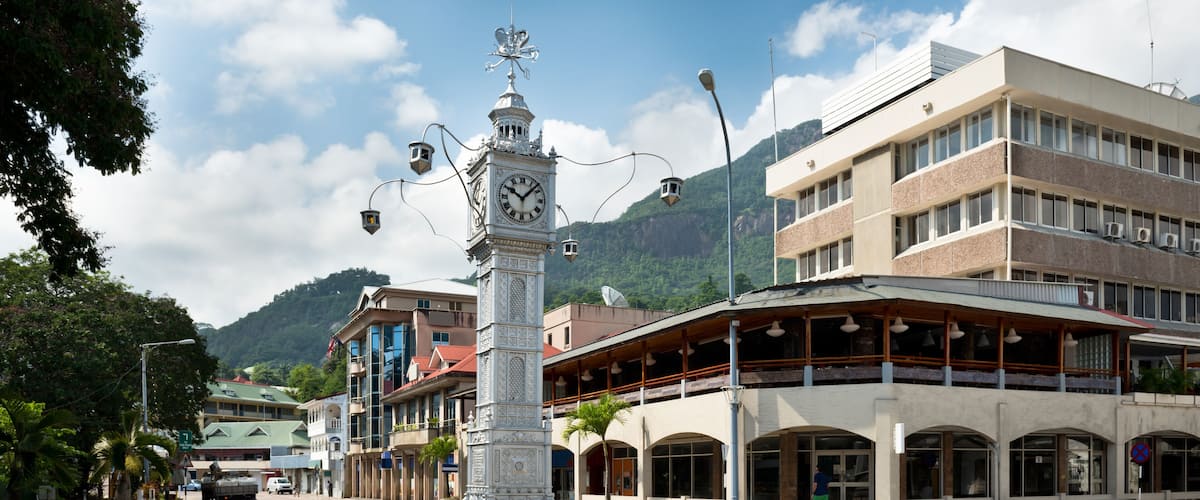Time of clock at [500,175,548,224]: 10:07
